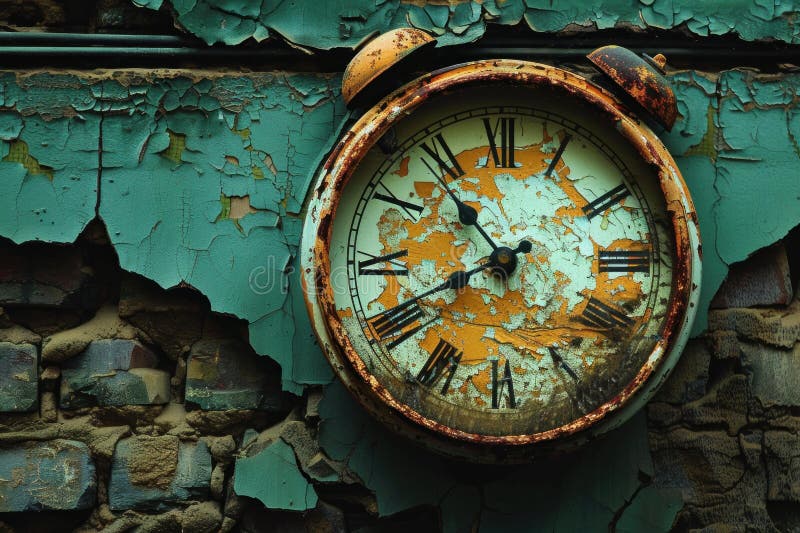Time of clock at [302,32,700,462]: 10:41
